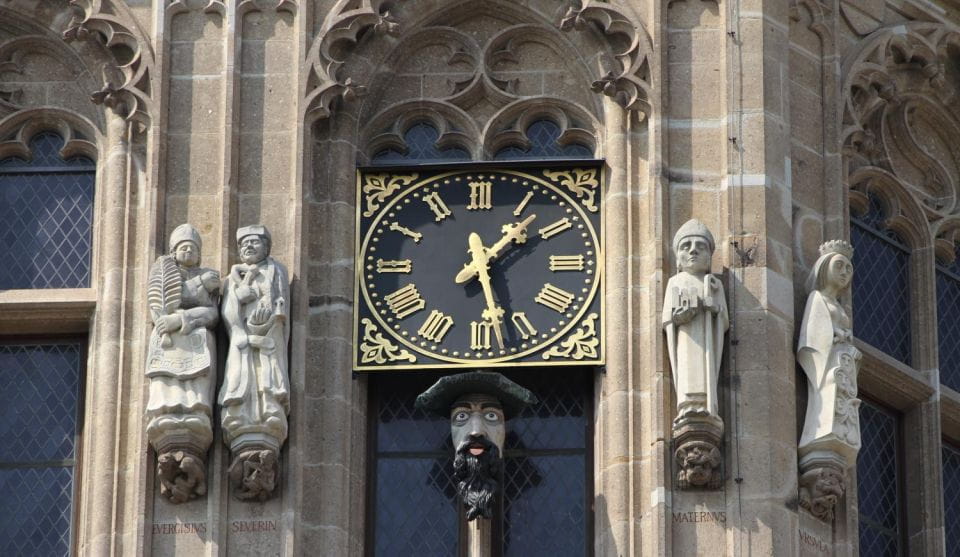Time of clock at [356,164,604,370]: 1:28
